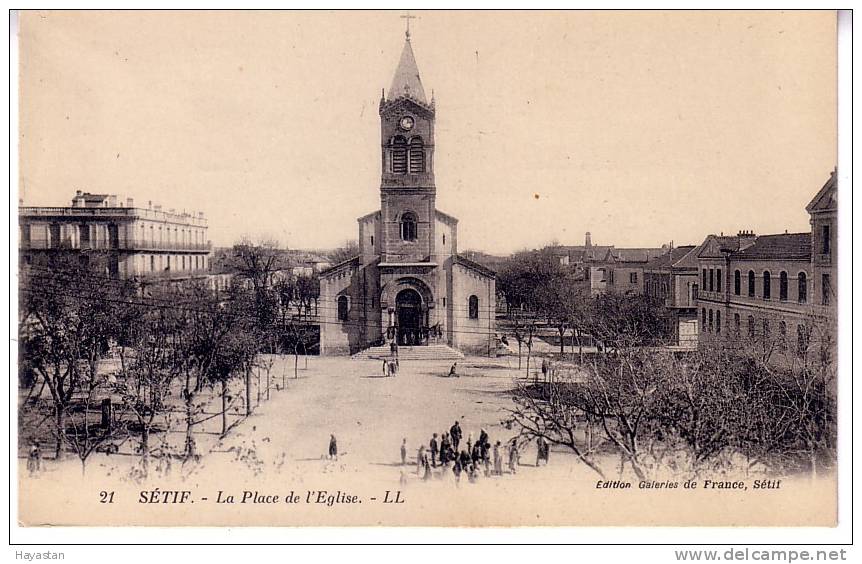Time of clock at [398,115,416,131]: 12:13
